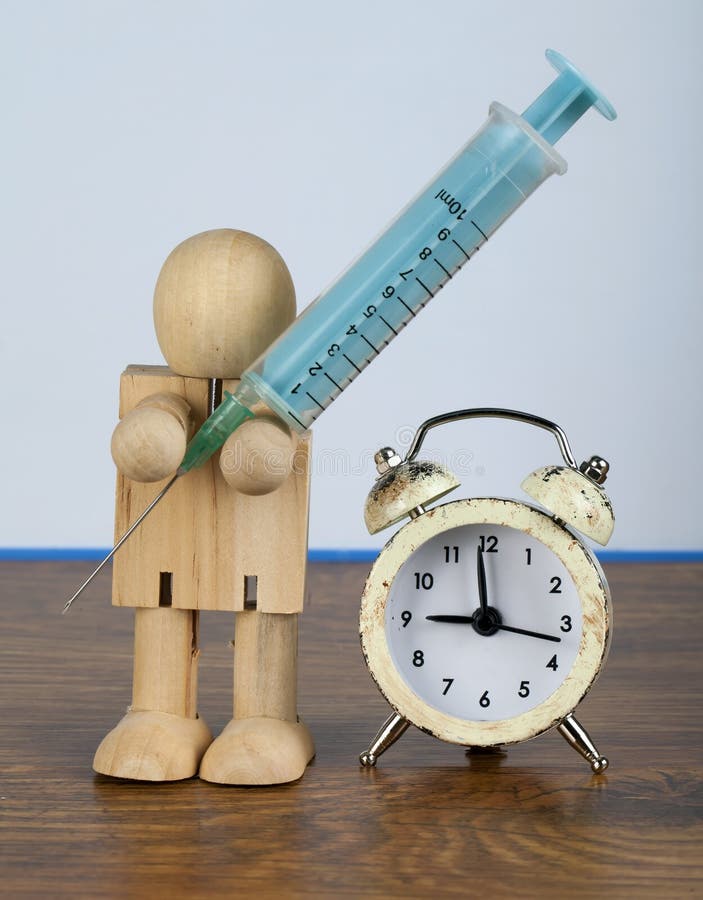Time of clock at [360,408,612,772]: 8:59
